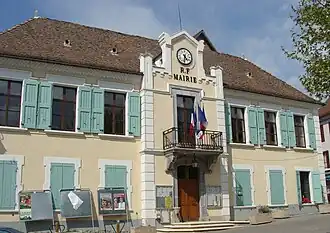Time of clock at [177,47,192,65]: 4:31
